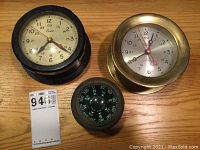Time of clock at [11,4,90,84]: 7:21
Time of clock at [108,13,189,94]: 12:40
